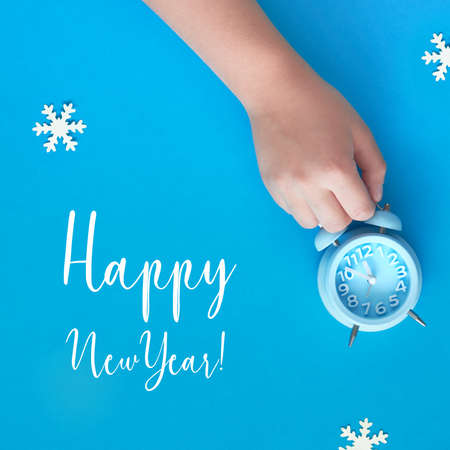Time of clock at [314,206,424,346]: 11:51
